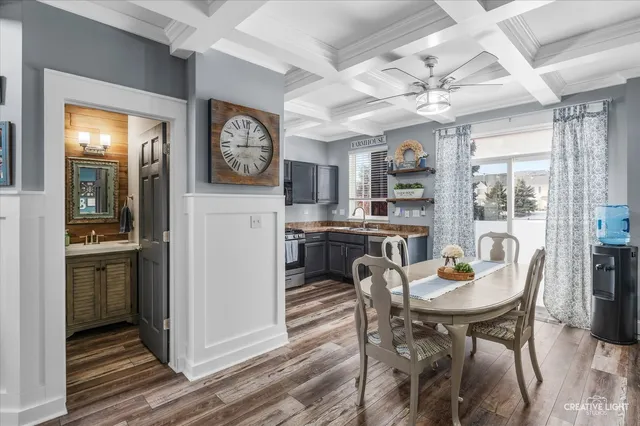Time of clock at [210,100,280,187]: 12:14
